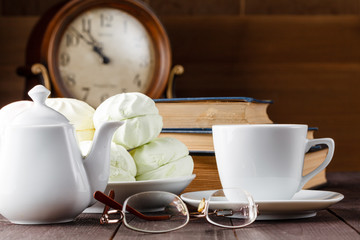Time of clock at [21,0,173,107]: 10:52
